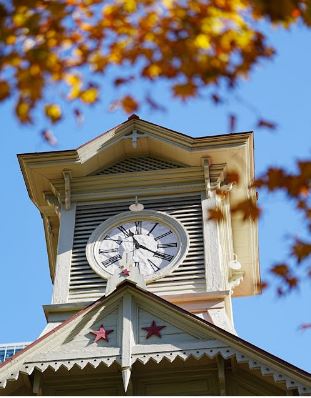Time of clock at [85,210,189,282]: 11:20
